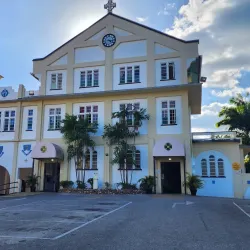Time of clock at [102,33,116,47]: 4:16
